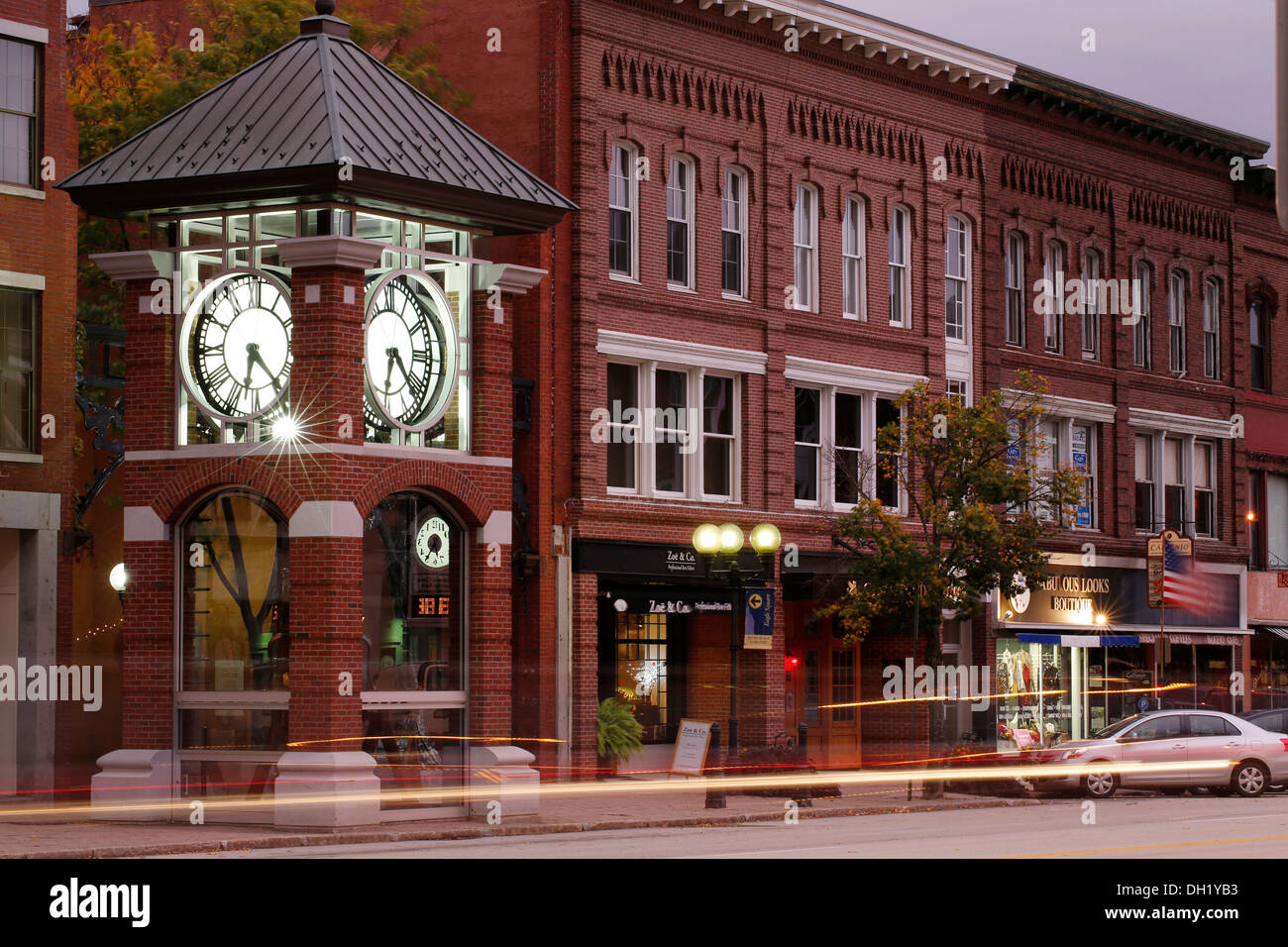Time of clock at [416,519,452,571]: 5:36
